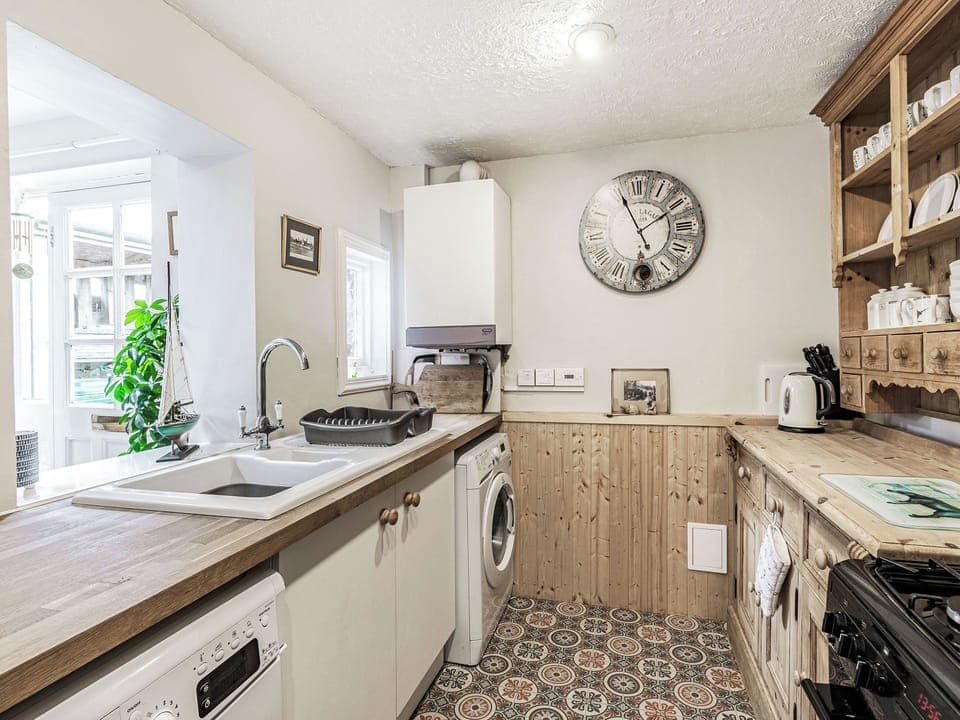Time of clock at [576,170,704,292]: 1:55
